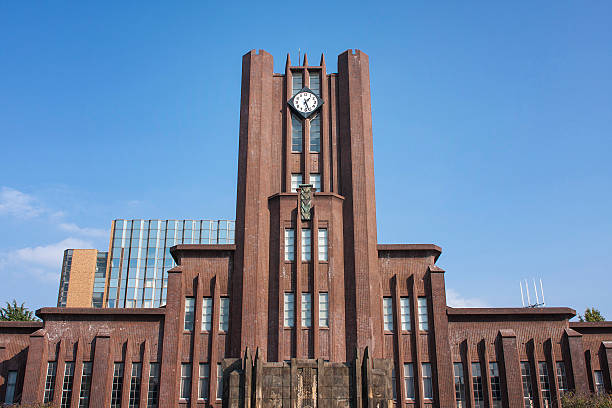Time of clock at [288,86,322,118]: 1:26
